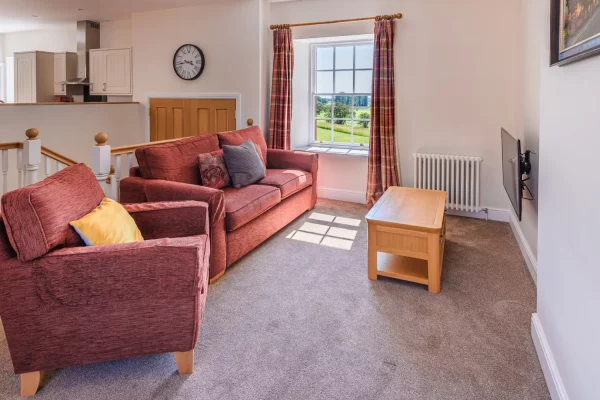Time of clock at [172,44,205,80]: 3:43
